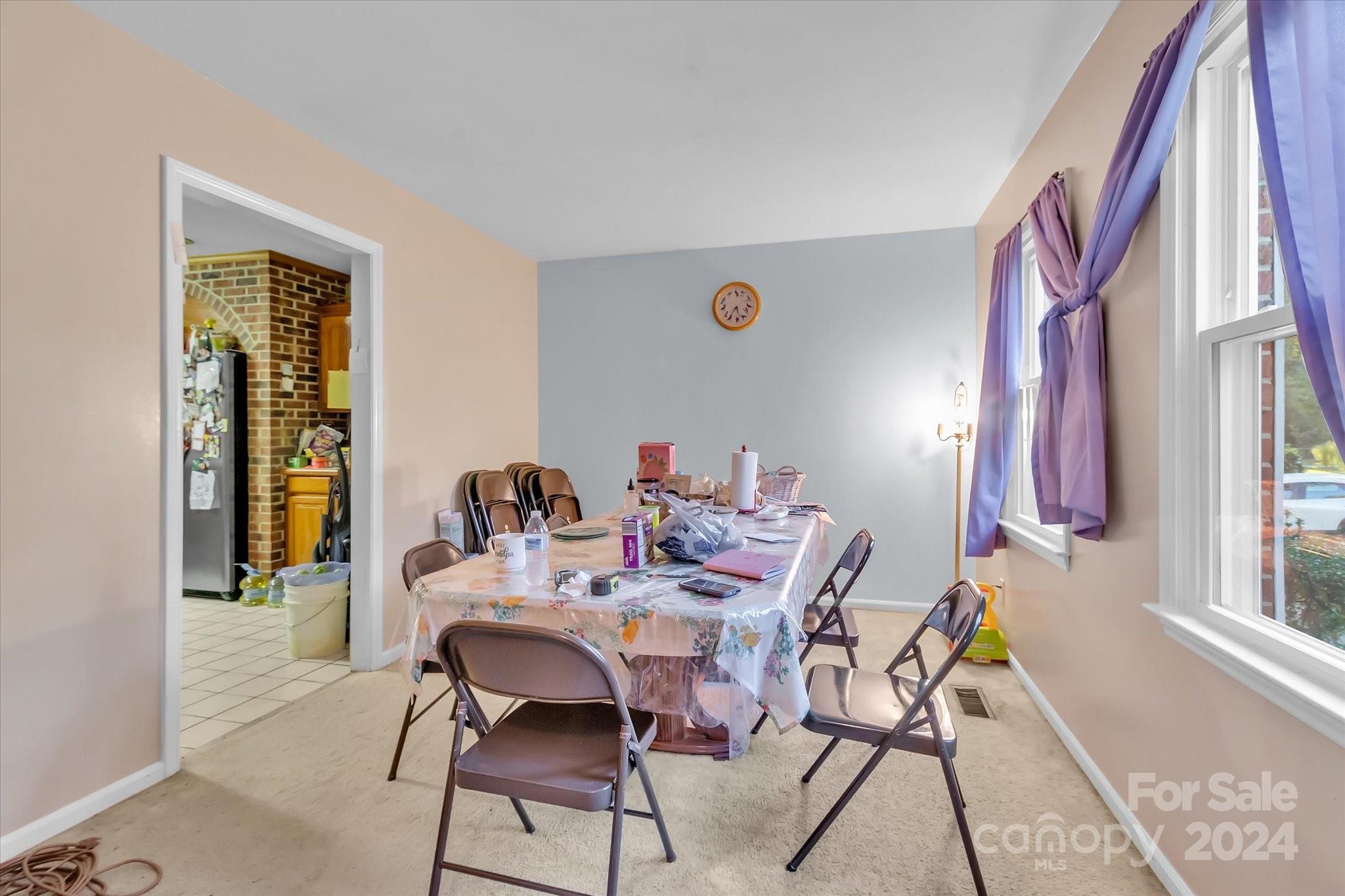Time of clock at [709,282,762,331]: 5:35
